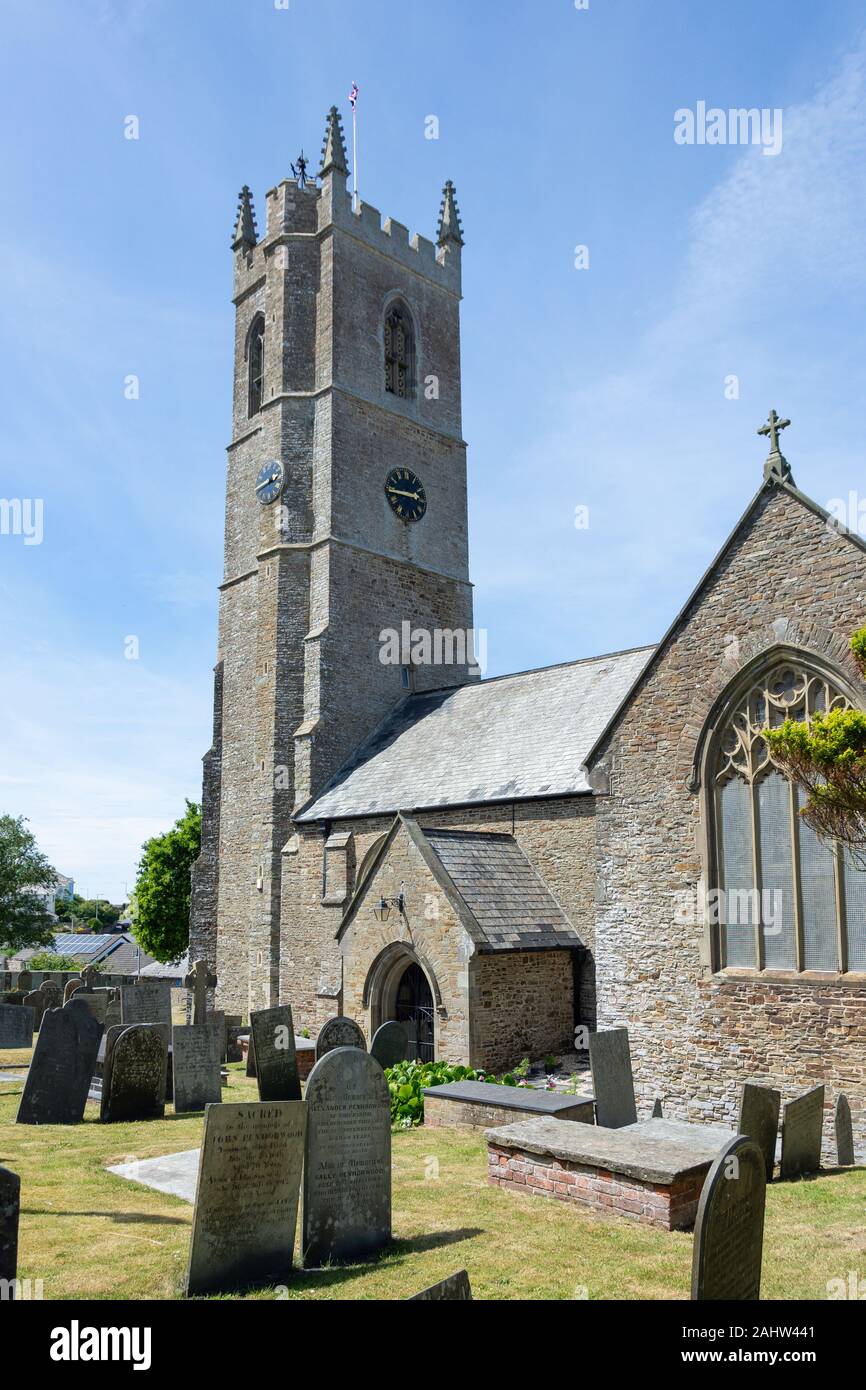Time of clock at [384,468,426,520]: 2:44
